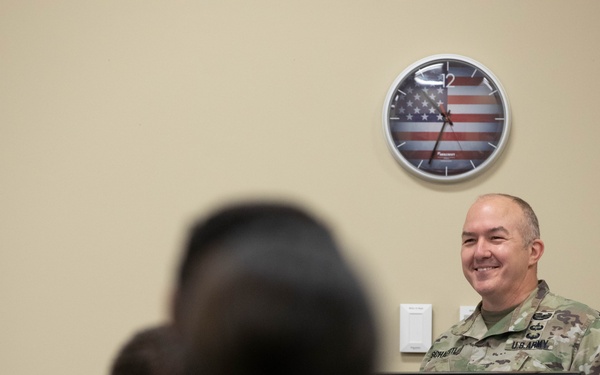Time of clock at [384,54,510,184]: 10:33
